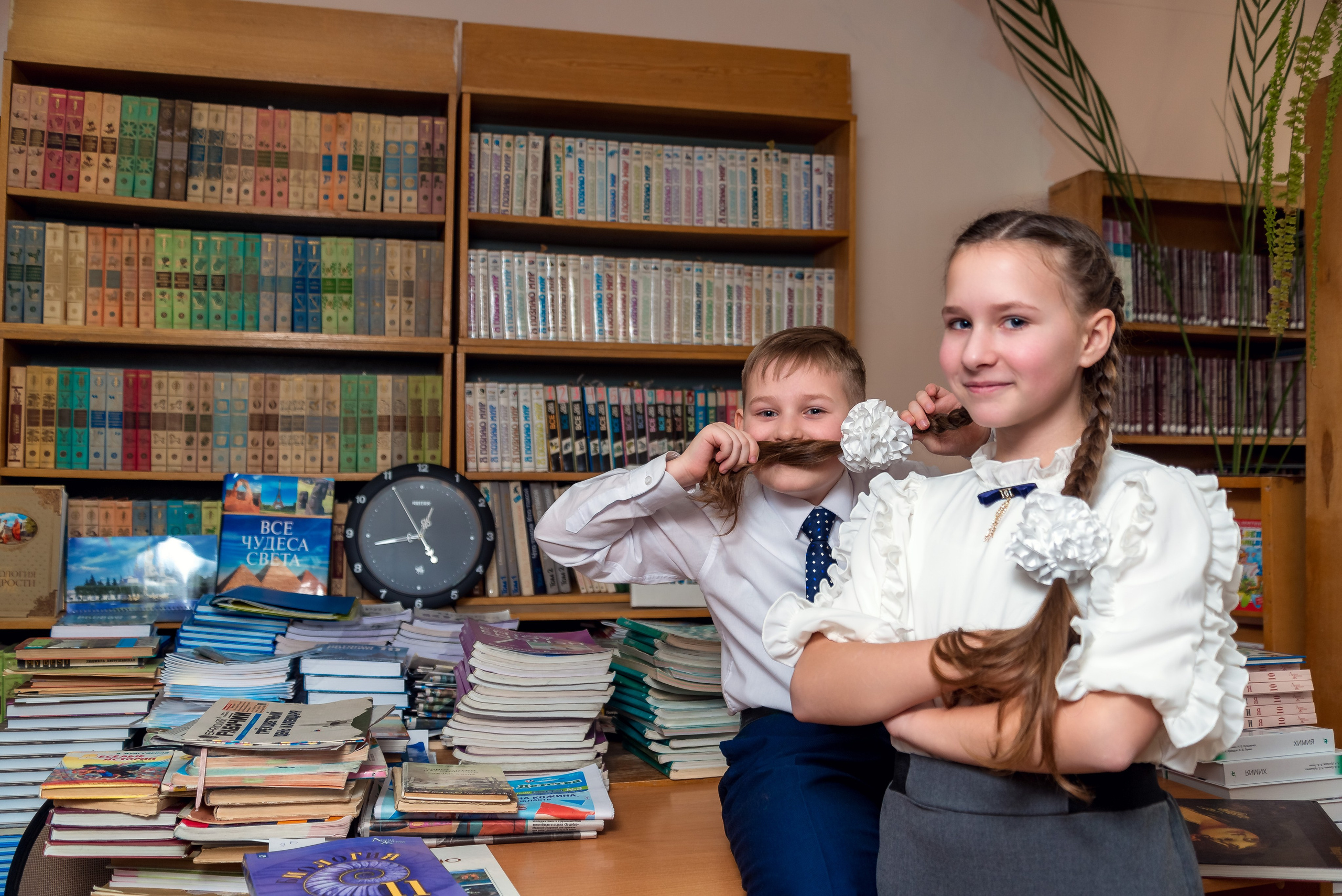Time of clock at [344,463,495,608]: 12:43
